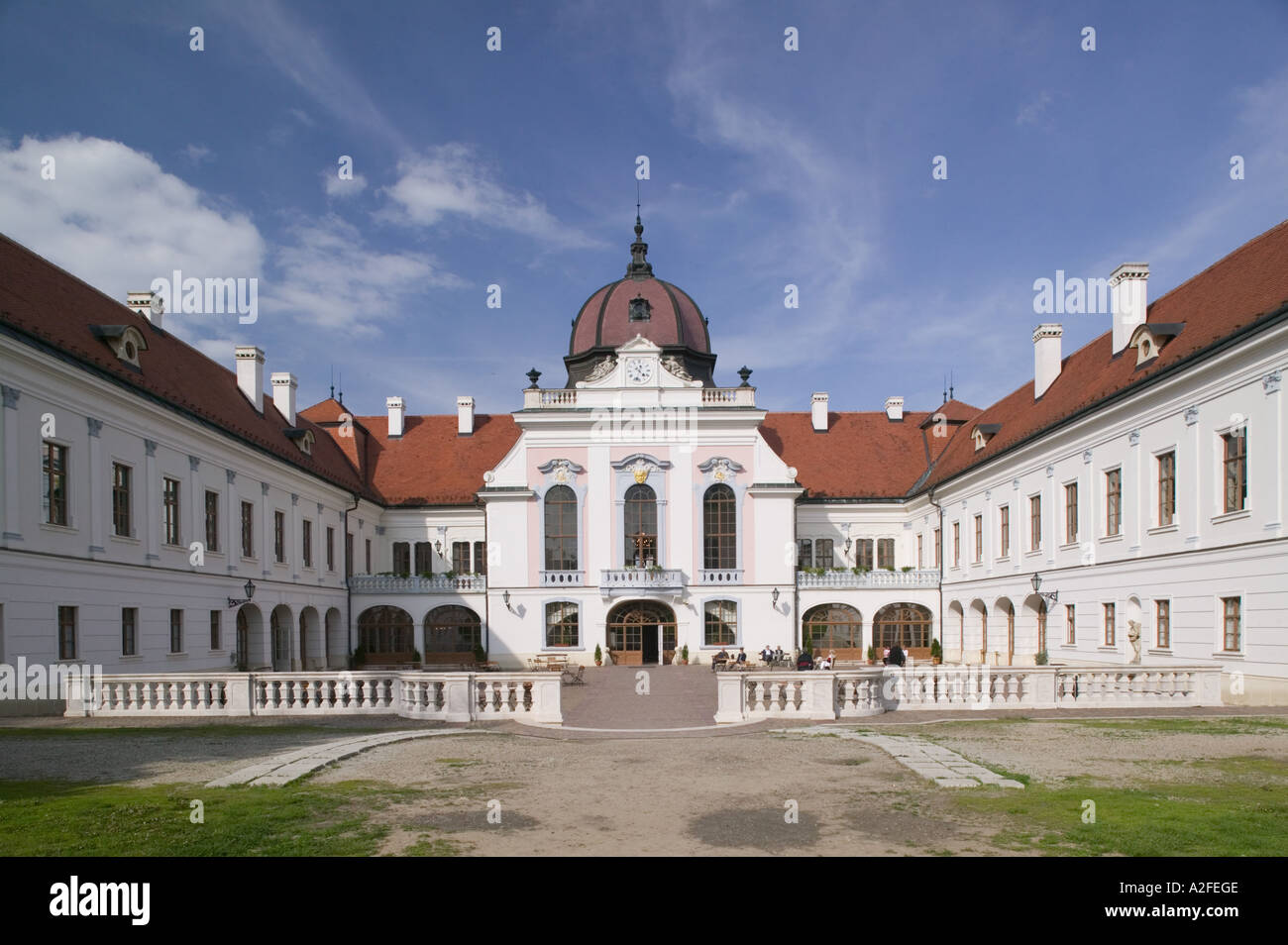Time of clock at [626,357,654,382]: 4:33
